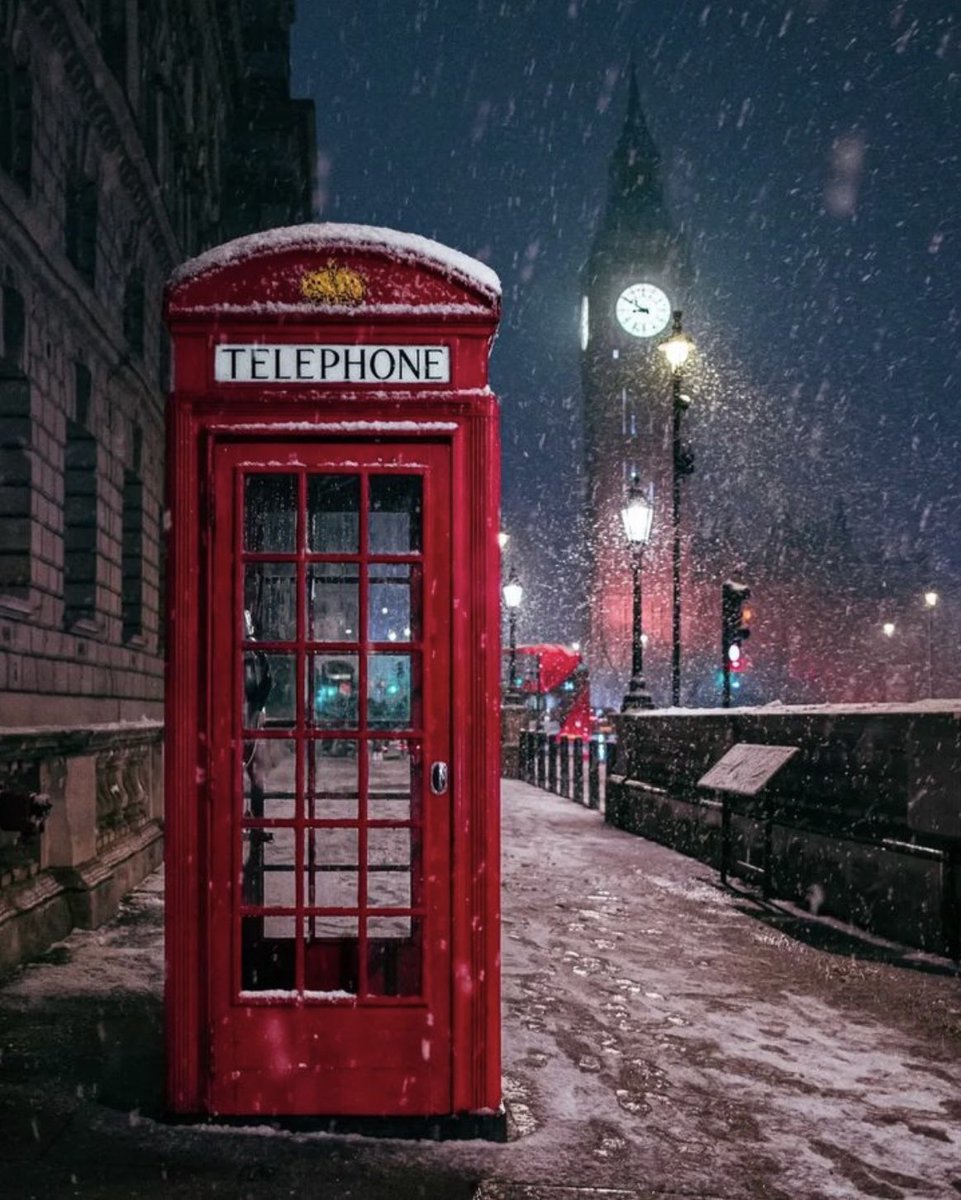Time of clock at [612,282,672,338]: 8:50
